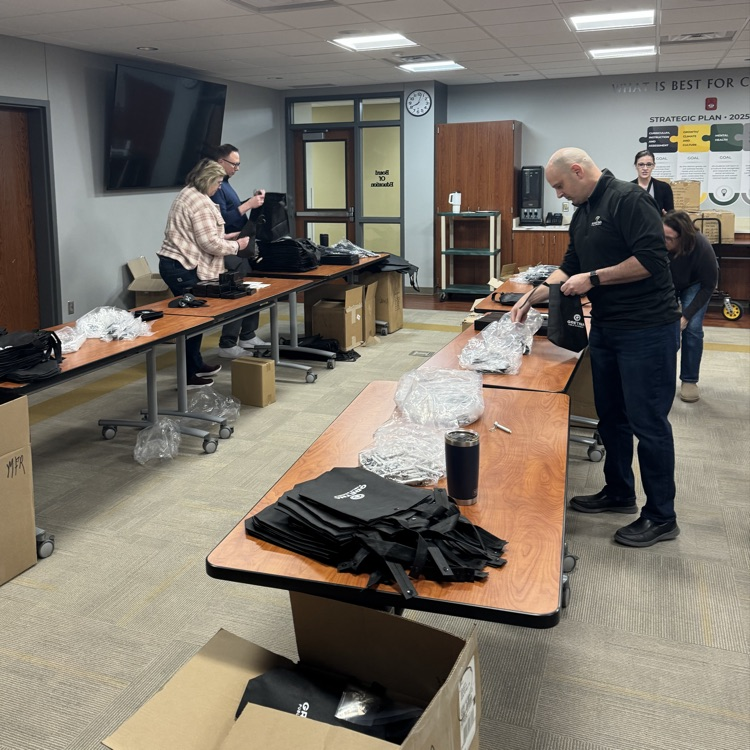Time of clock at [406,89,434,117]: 8:02
